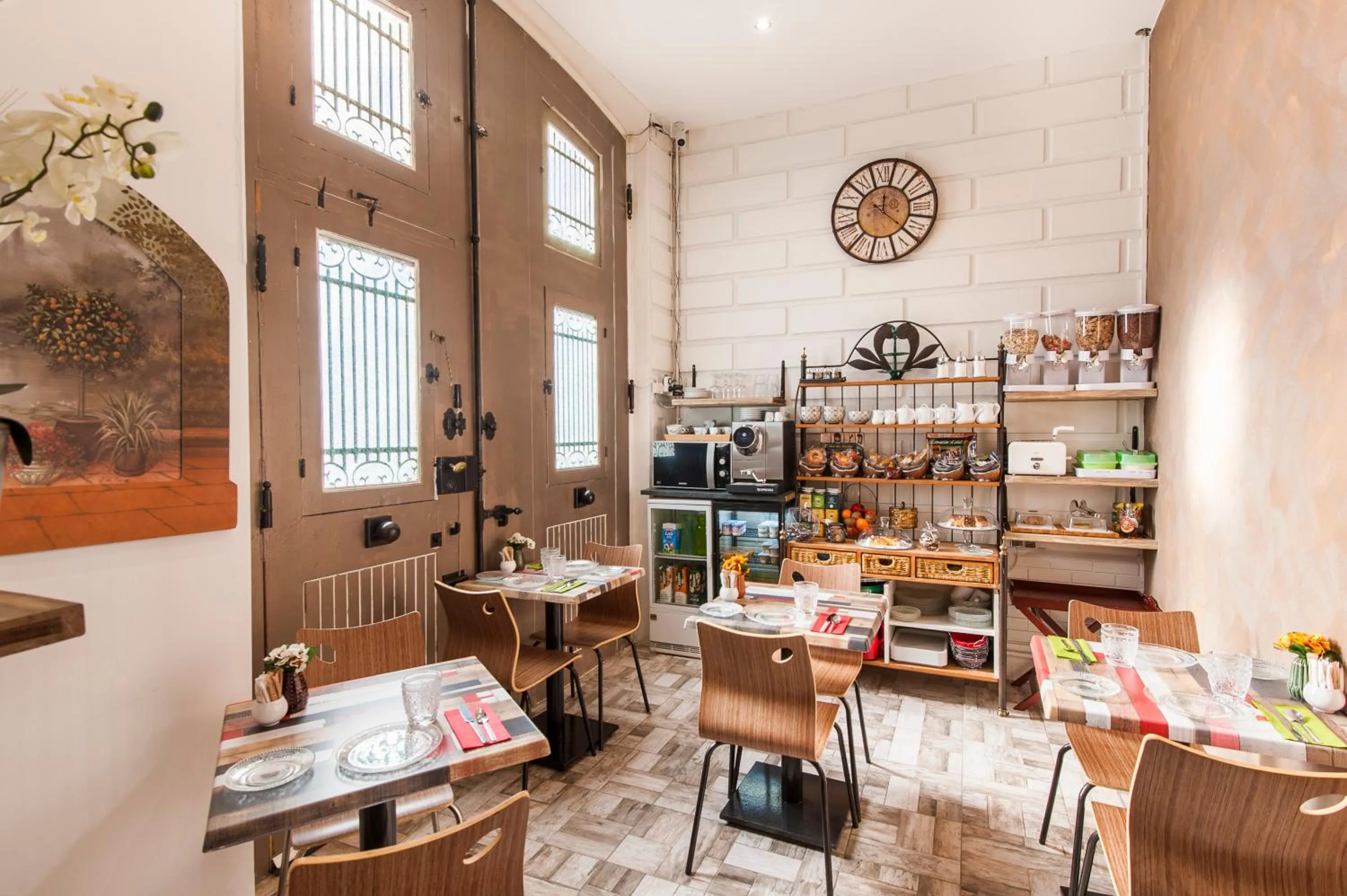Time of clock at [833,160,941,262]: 12:22
